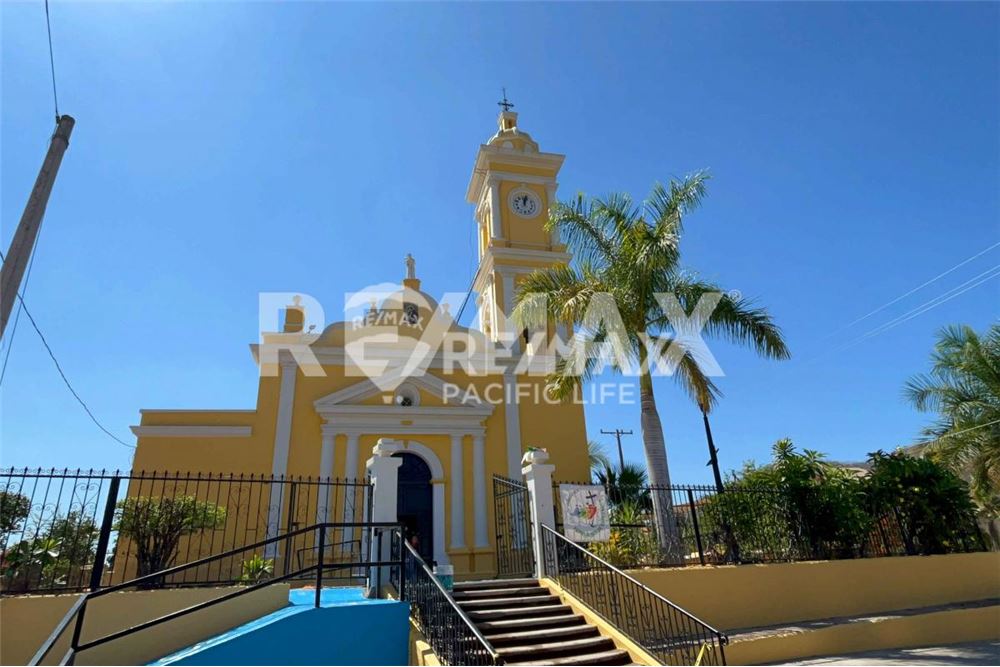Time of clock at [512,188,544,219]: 12:03
